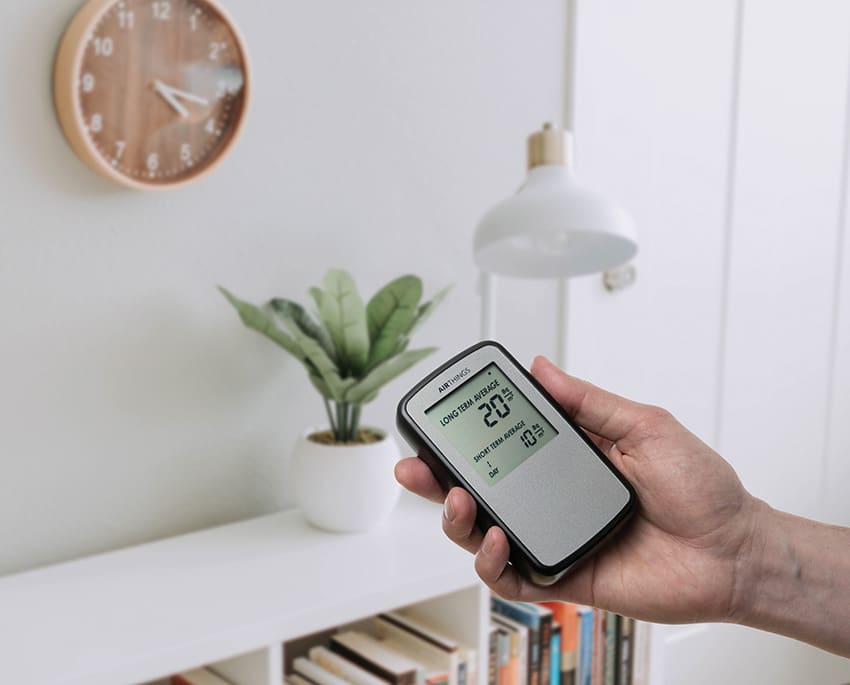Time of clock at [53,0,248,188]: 4:17
